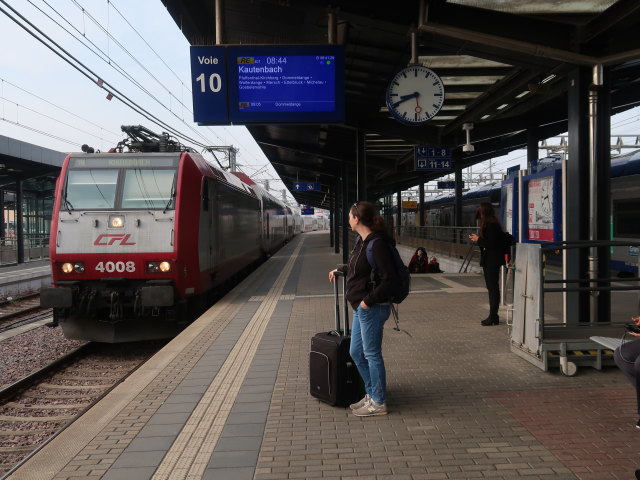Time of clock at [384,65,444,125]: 8:40
